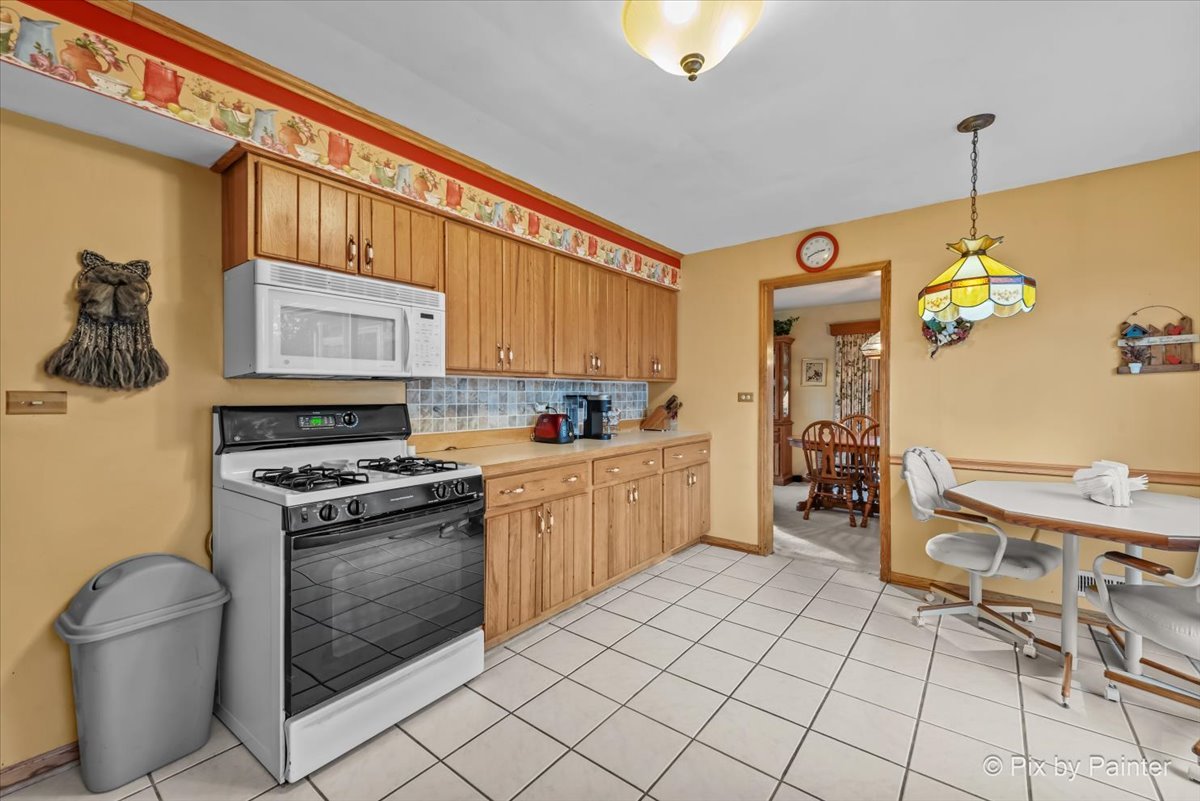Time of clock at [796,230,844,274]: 2:41
